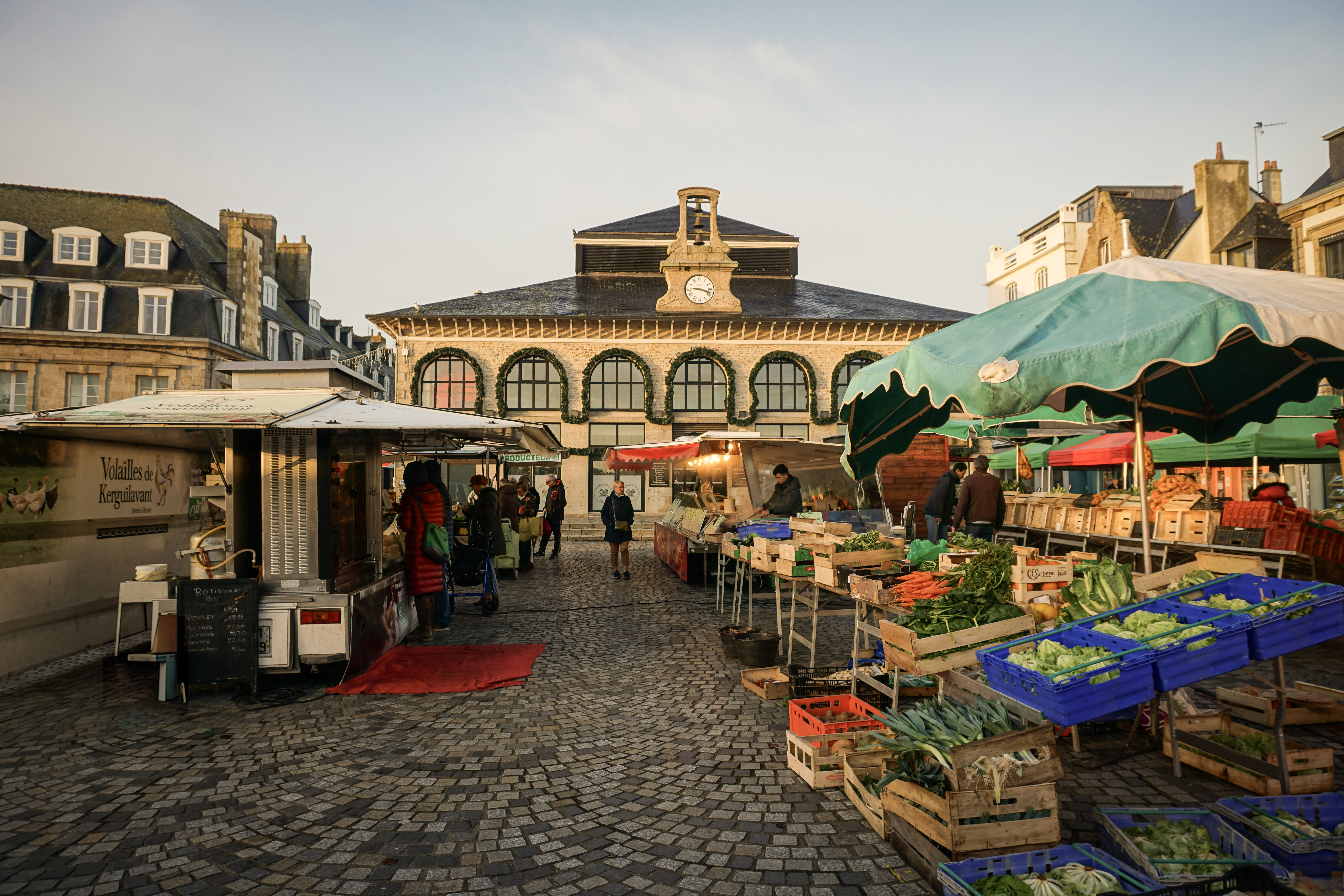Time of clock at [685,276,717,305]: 9:18
